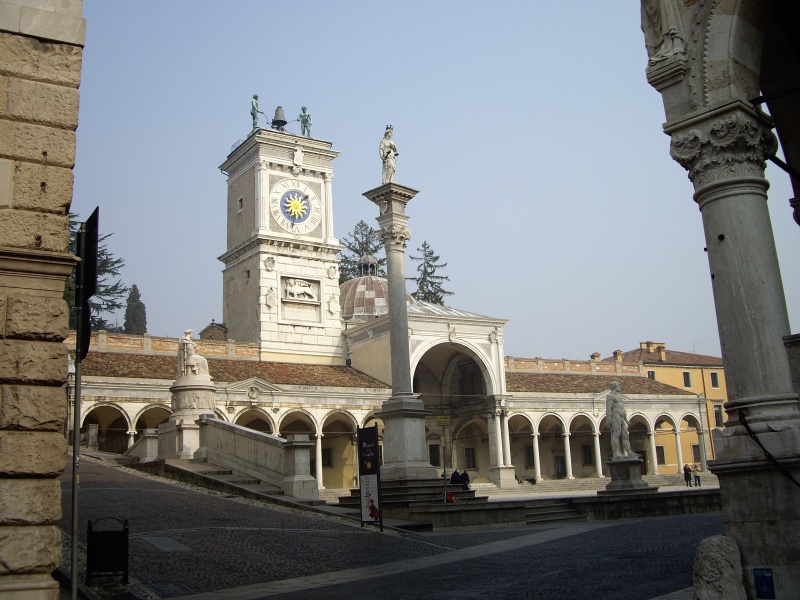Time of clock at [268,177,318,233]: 1:31
